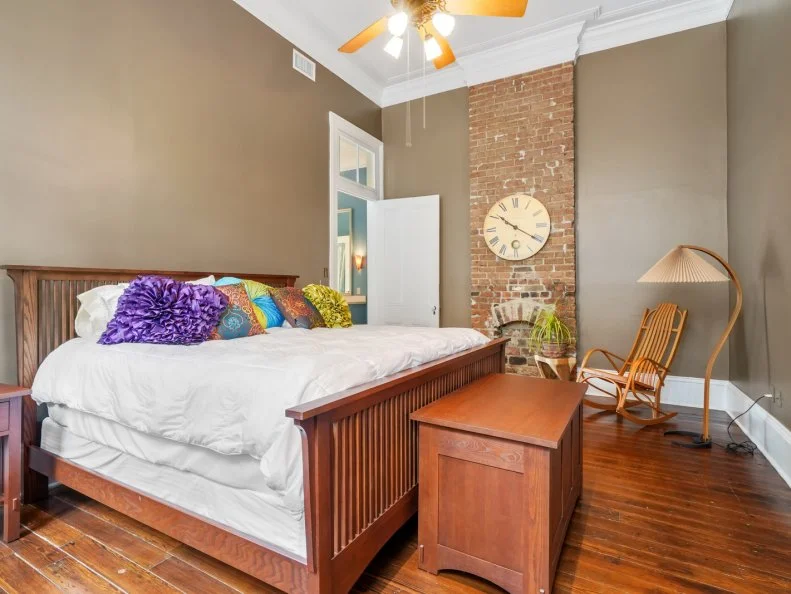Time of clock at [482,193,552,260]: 10:20
